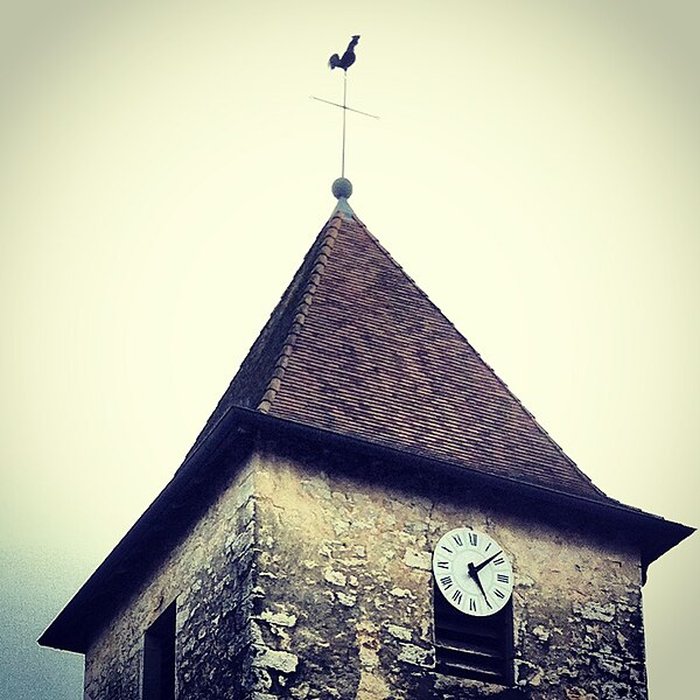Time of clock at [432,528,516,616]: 5:08
